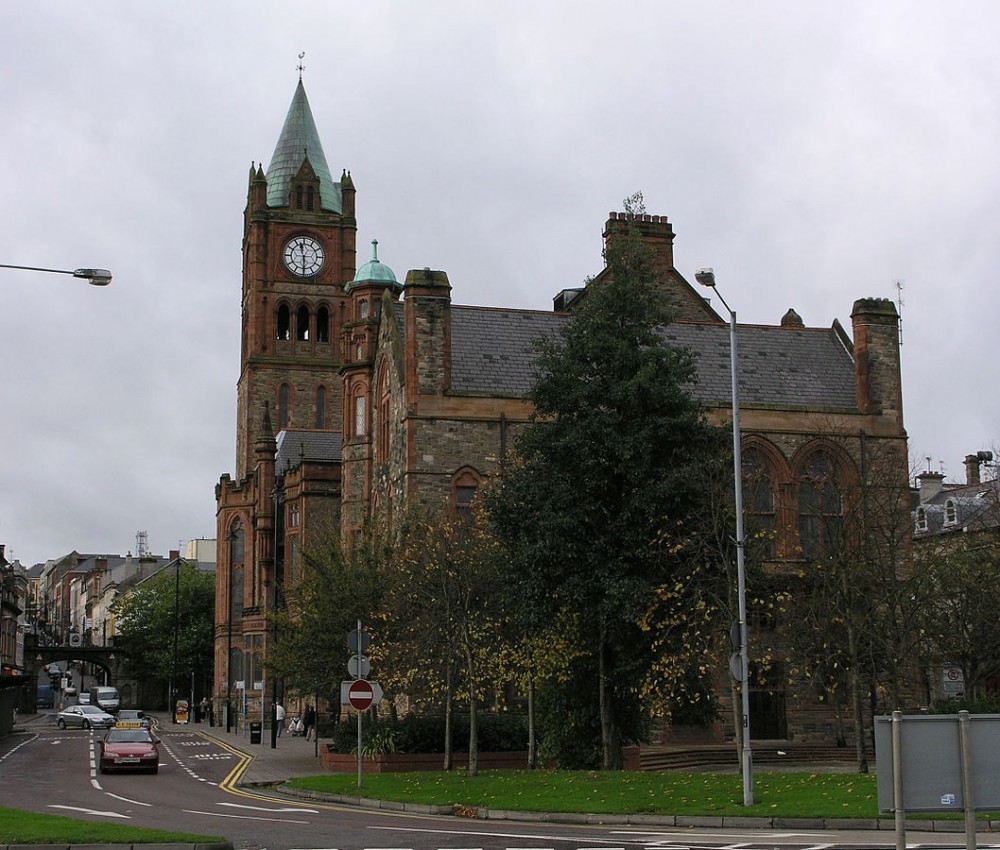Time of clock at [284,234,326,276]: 11:29
